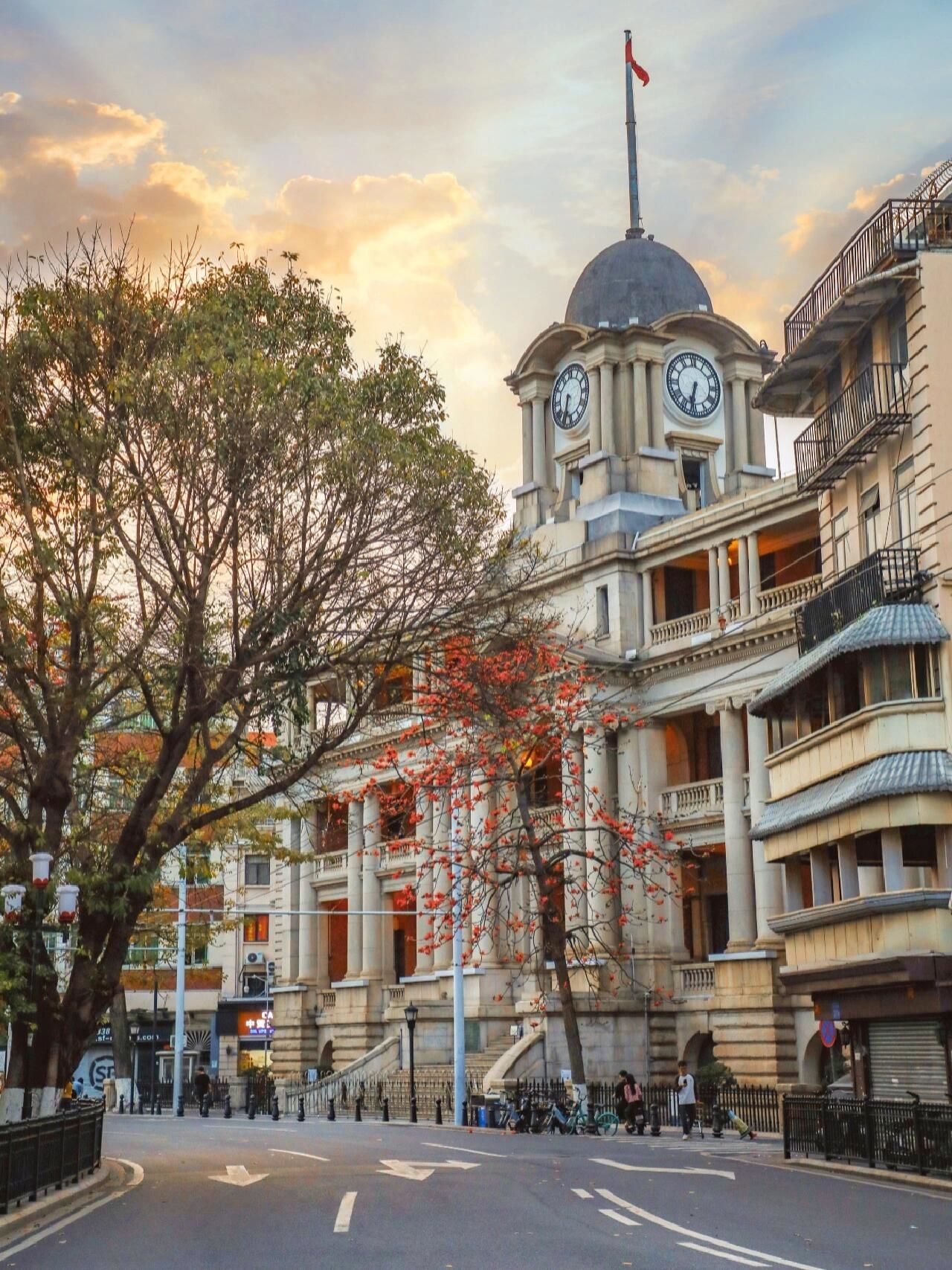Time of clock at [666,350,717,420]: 6:32
